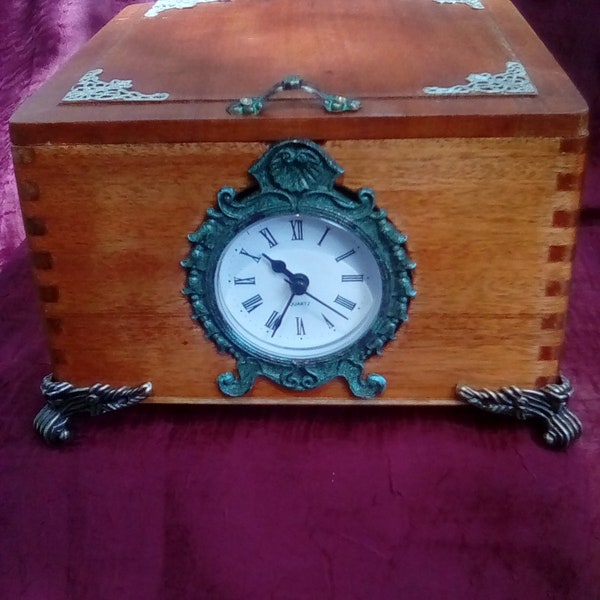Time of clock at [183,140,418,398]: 10:34
